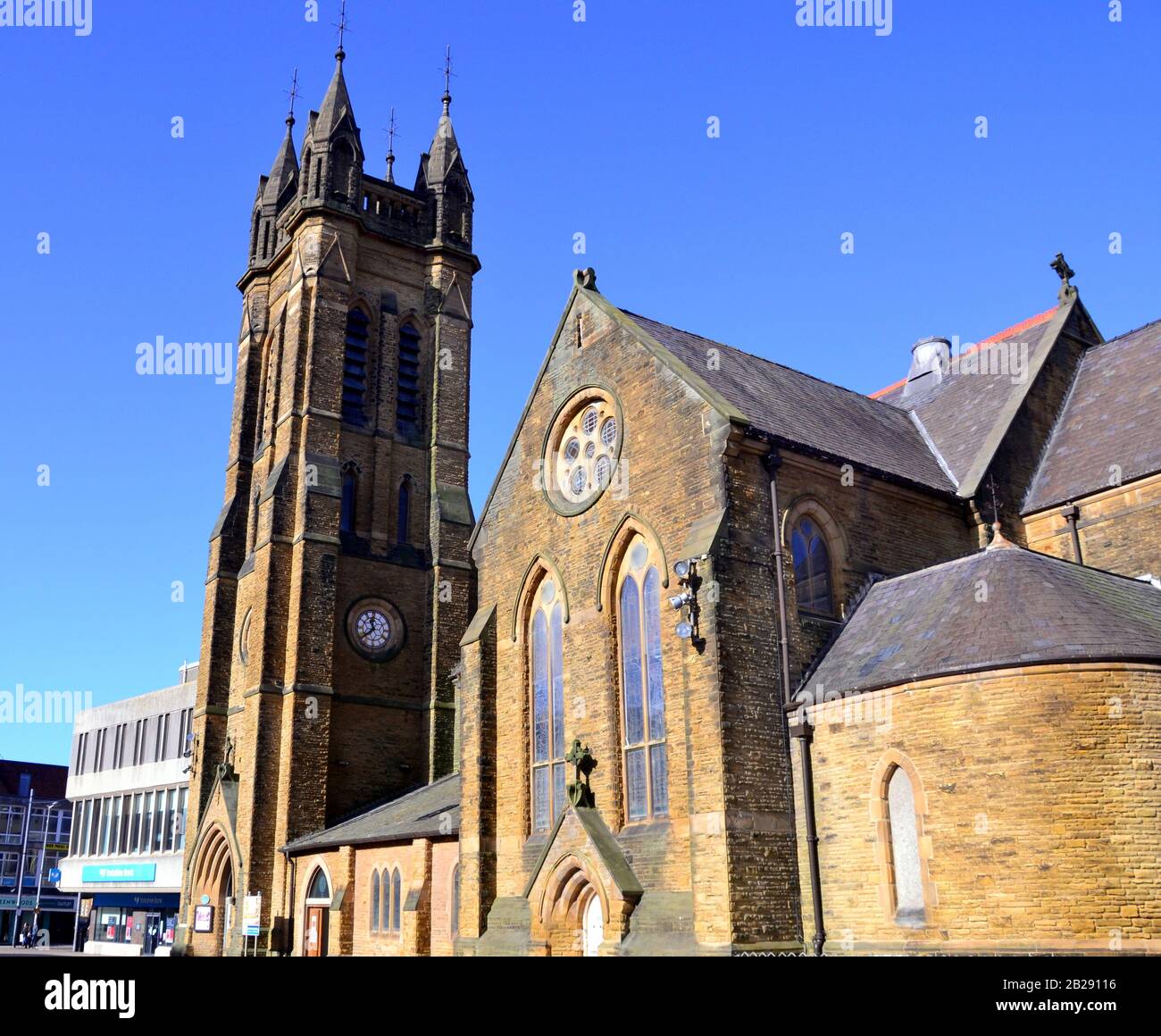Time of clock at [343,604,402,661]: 11:38
